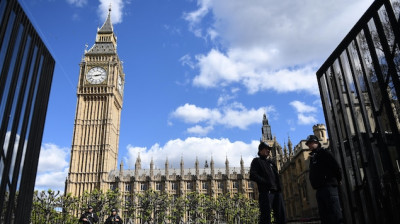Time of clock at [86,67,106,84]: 2:43
